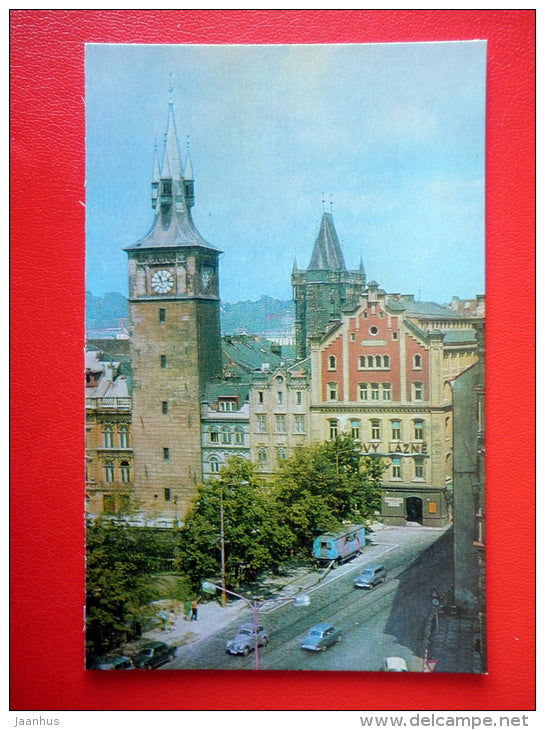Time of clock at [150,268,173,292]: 11:13
